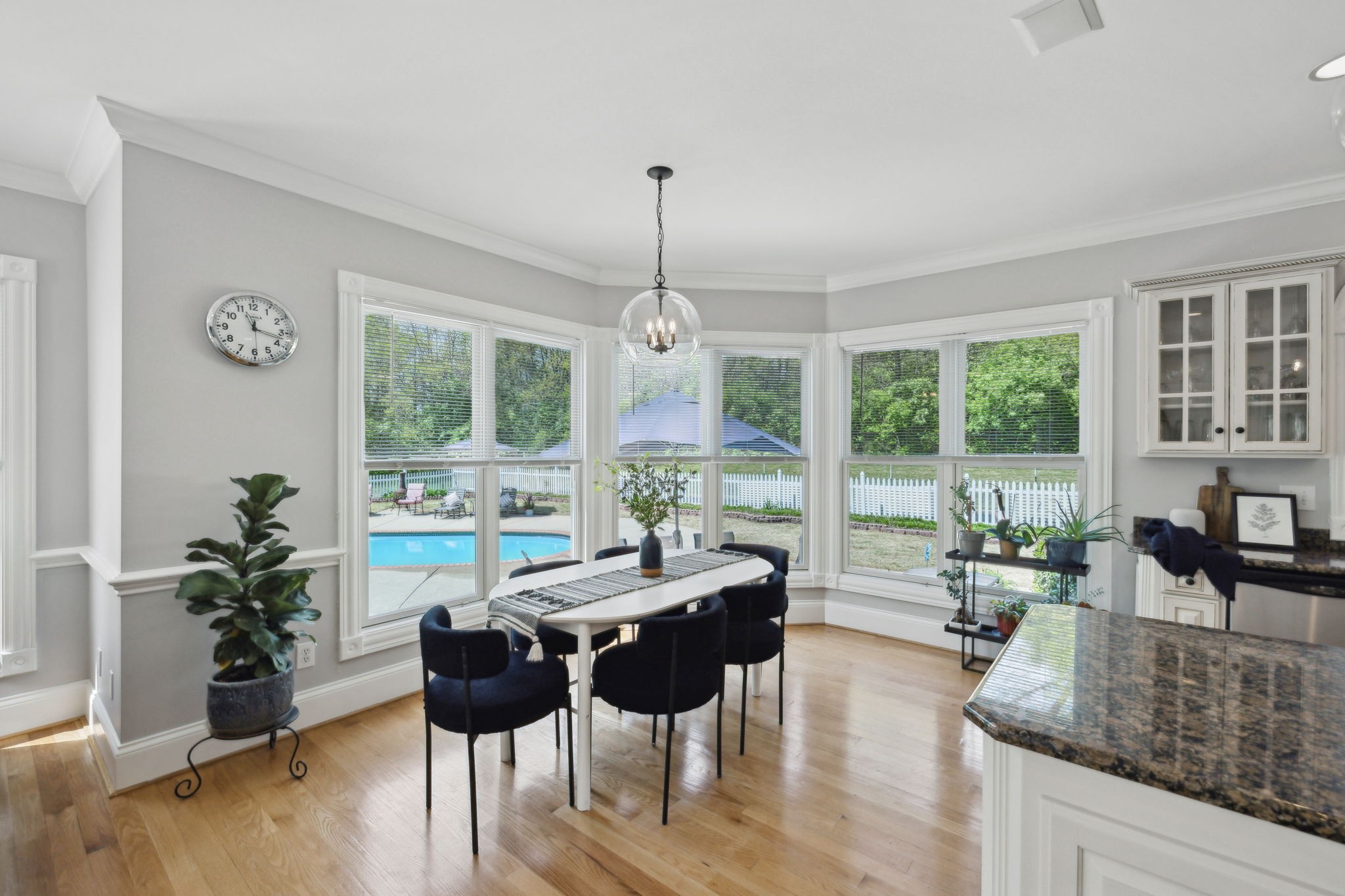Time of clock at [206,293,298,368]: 11:17
